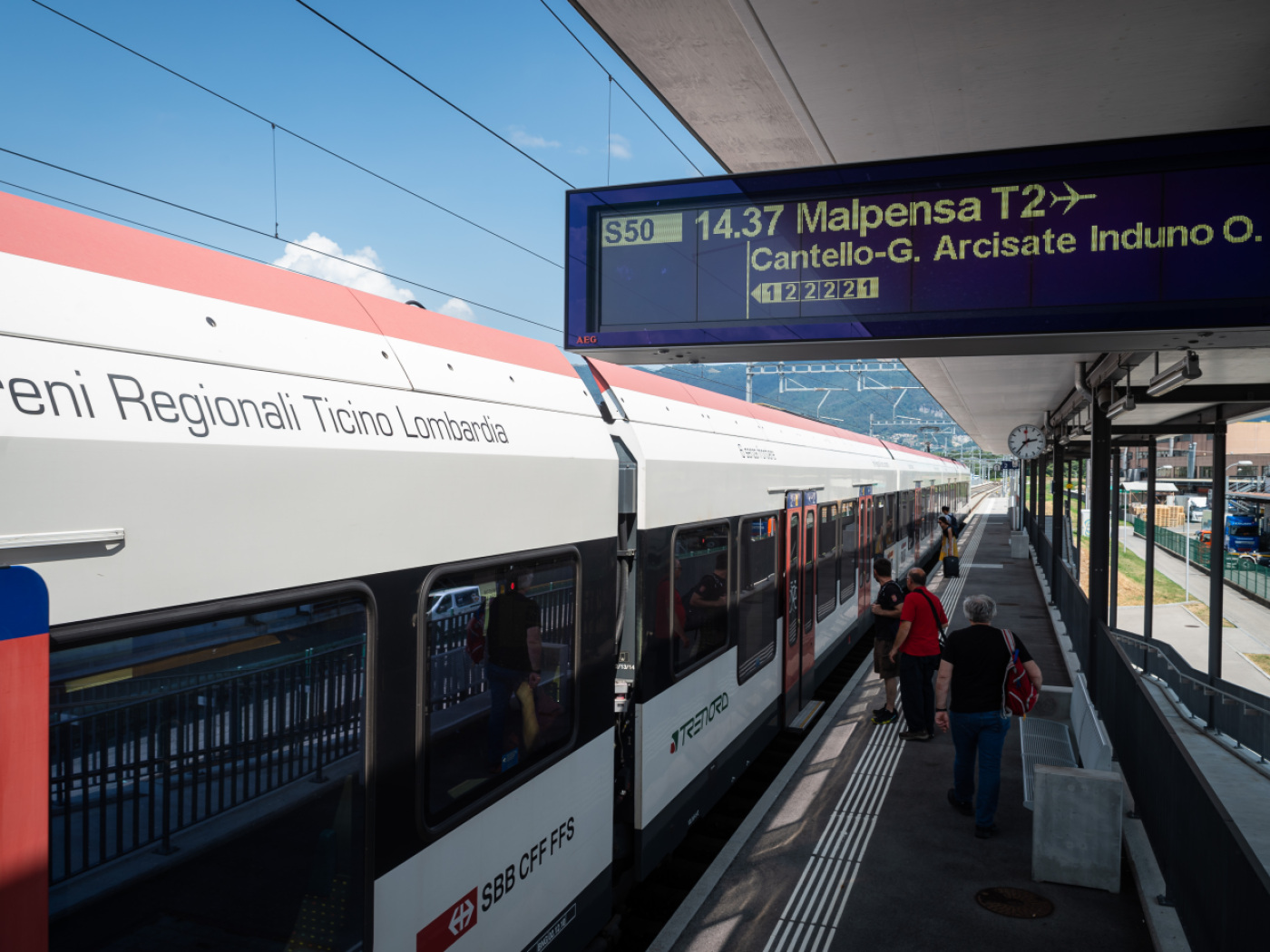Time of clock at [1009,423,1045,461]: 2:36
